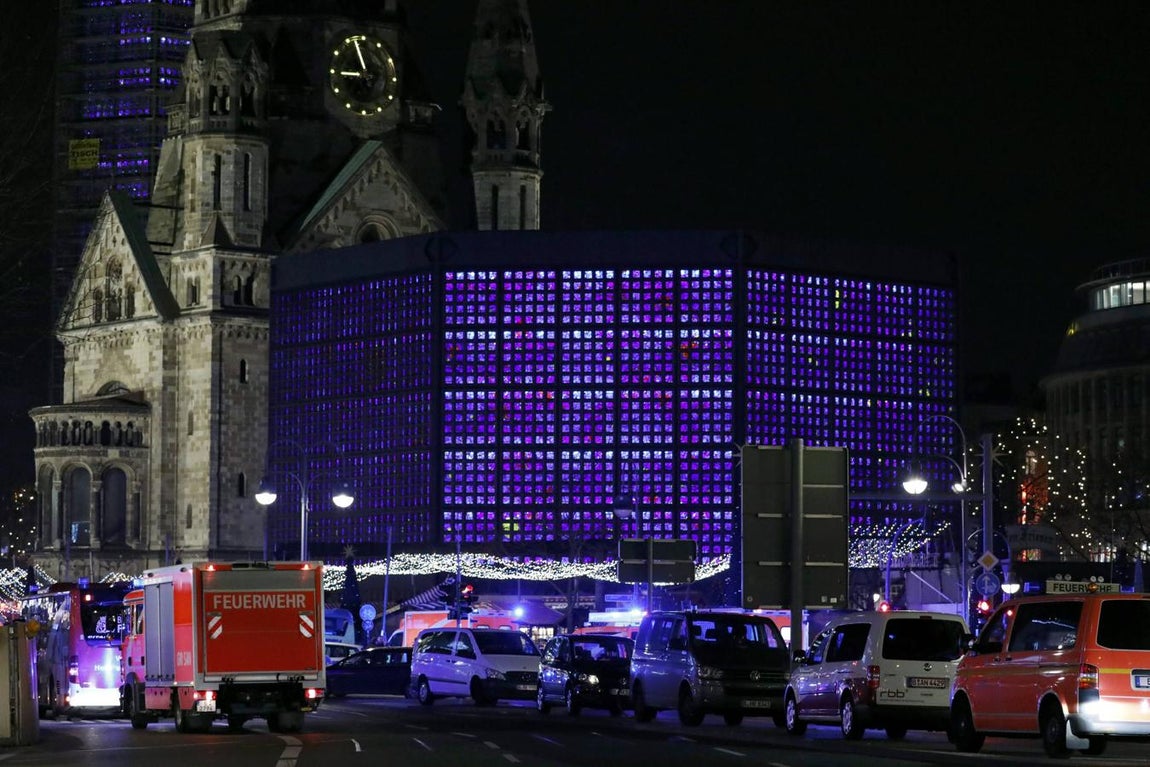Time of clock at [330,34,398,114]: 8:57
